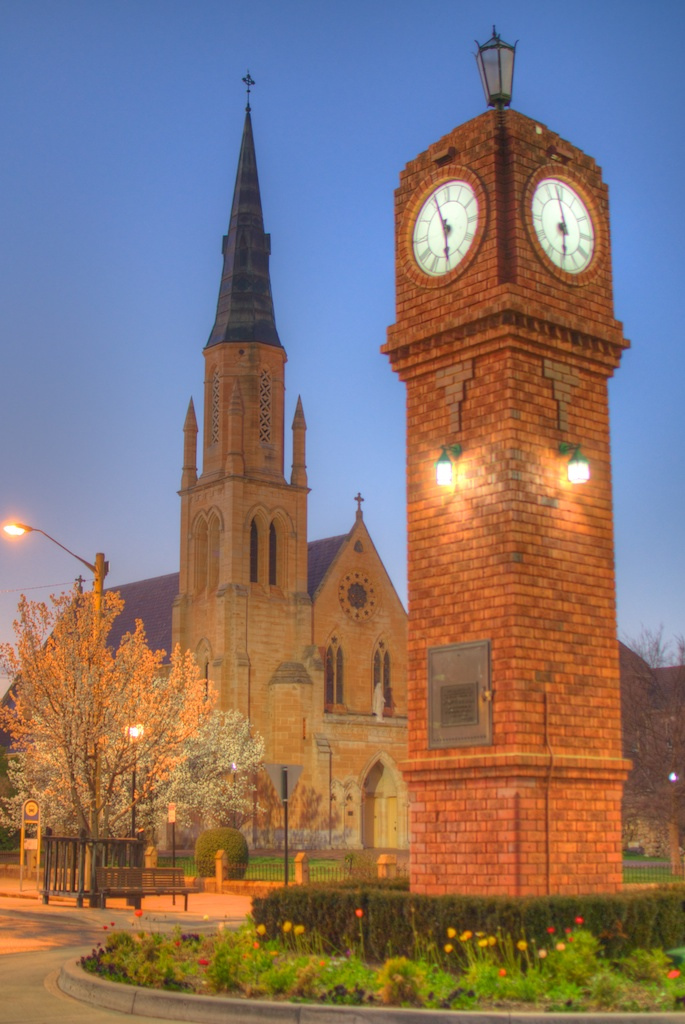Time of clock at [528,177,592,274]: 5:58
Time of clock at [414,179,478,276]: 5:55
